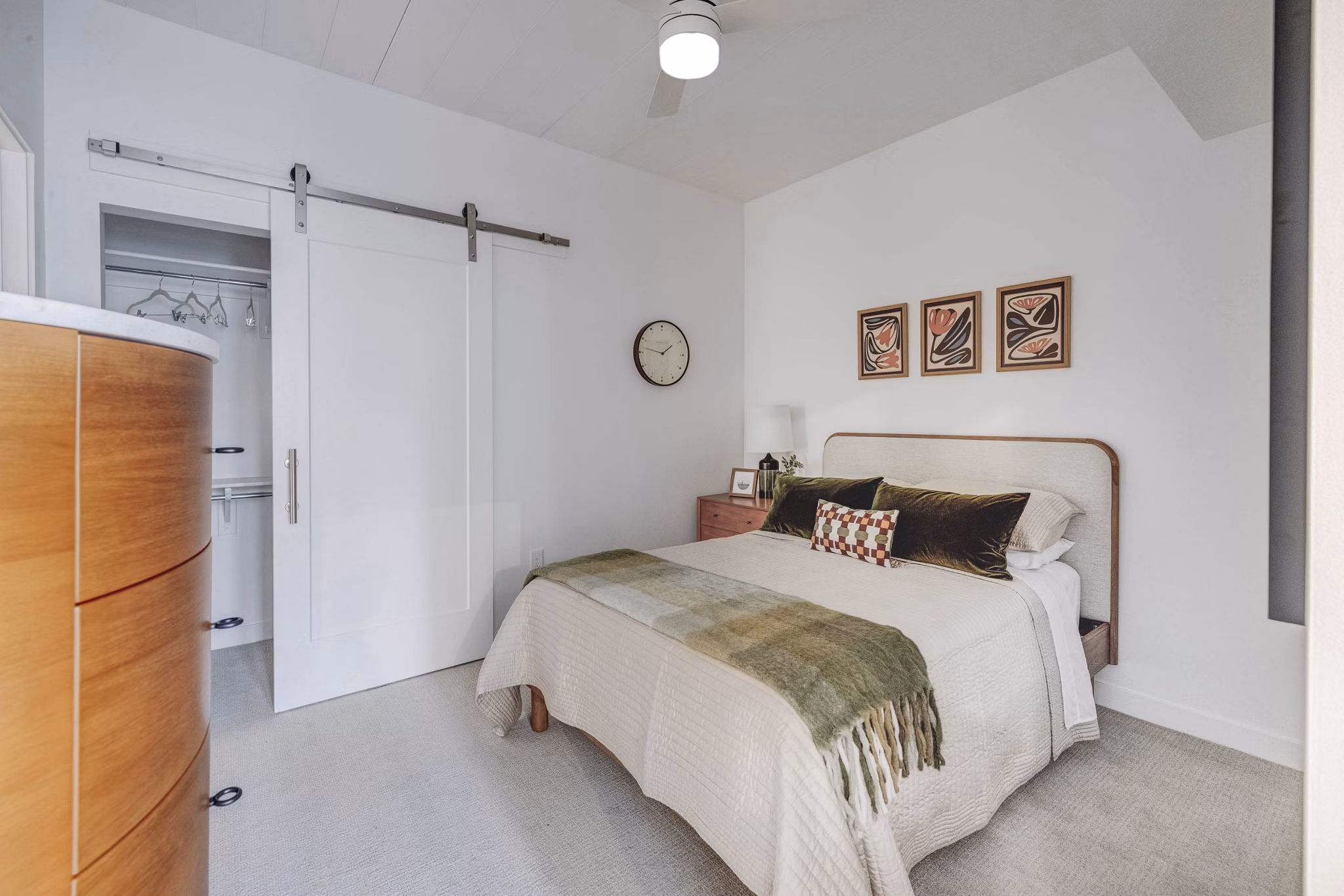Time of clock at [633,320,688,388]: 1:46
